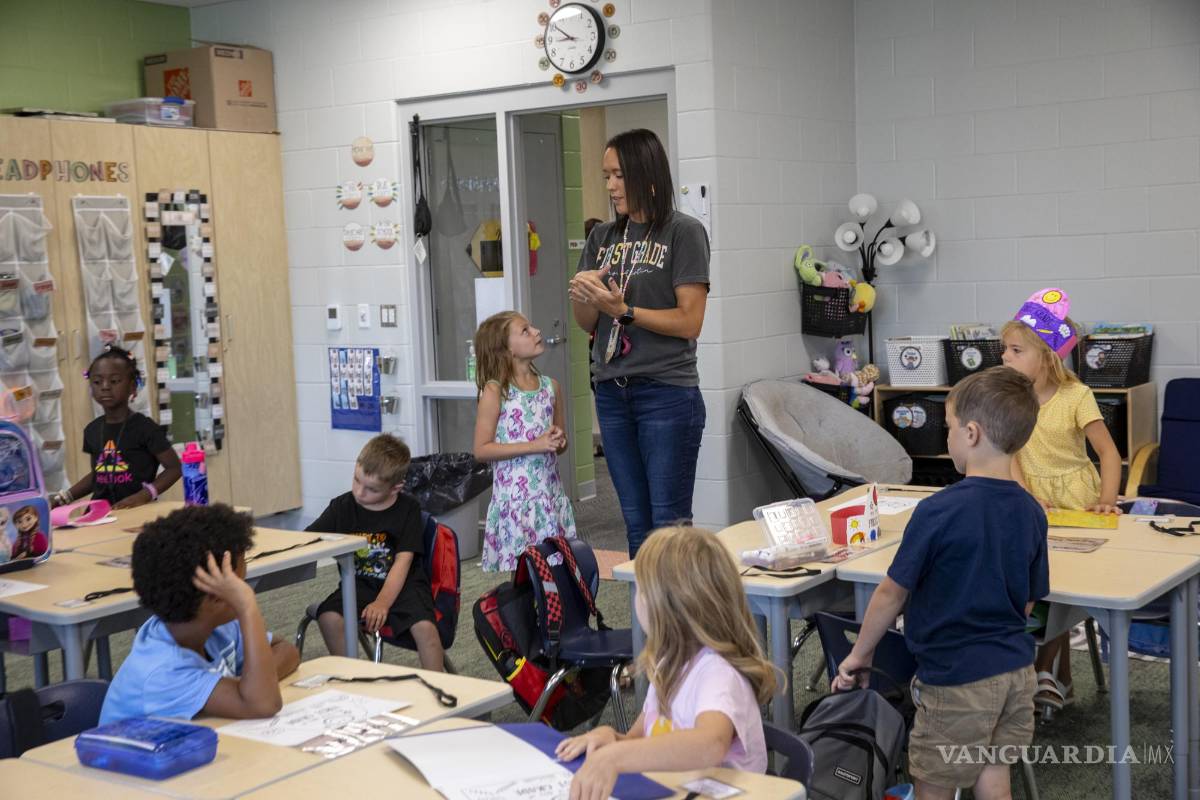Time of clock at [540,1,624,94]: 8:50
